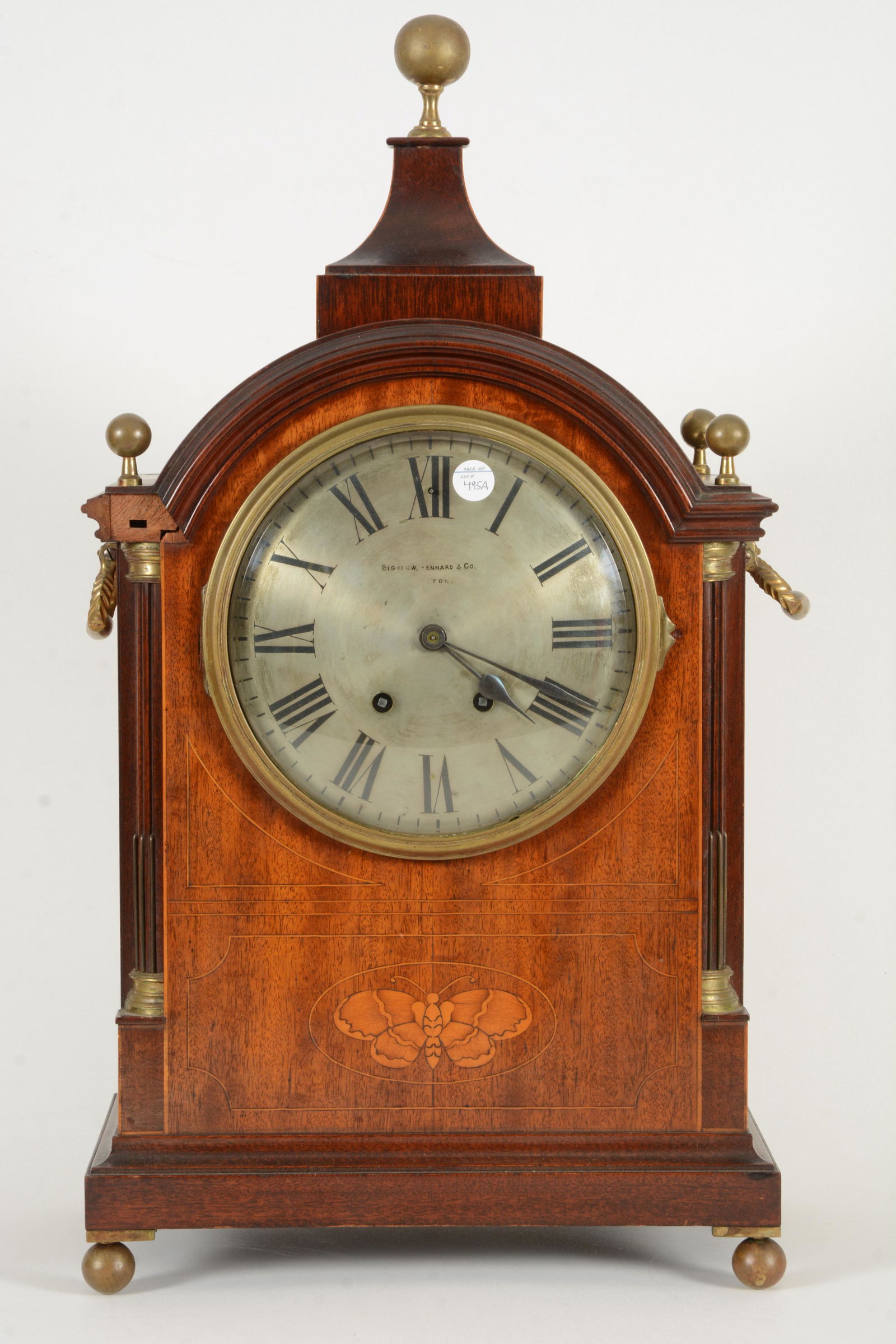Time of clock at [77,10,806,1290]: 4:17
